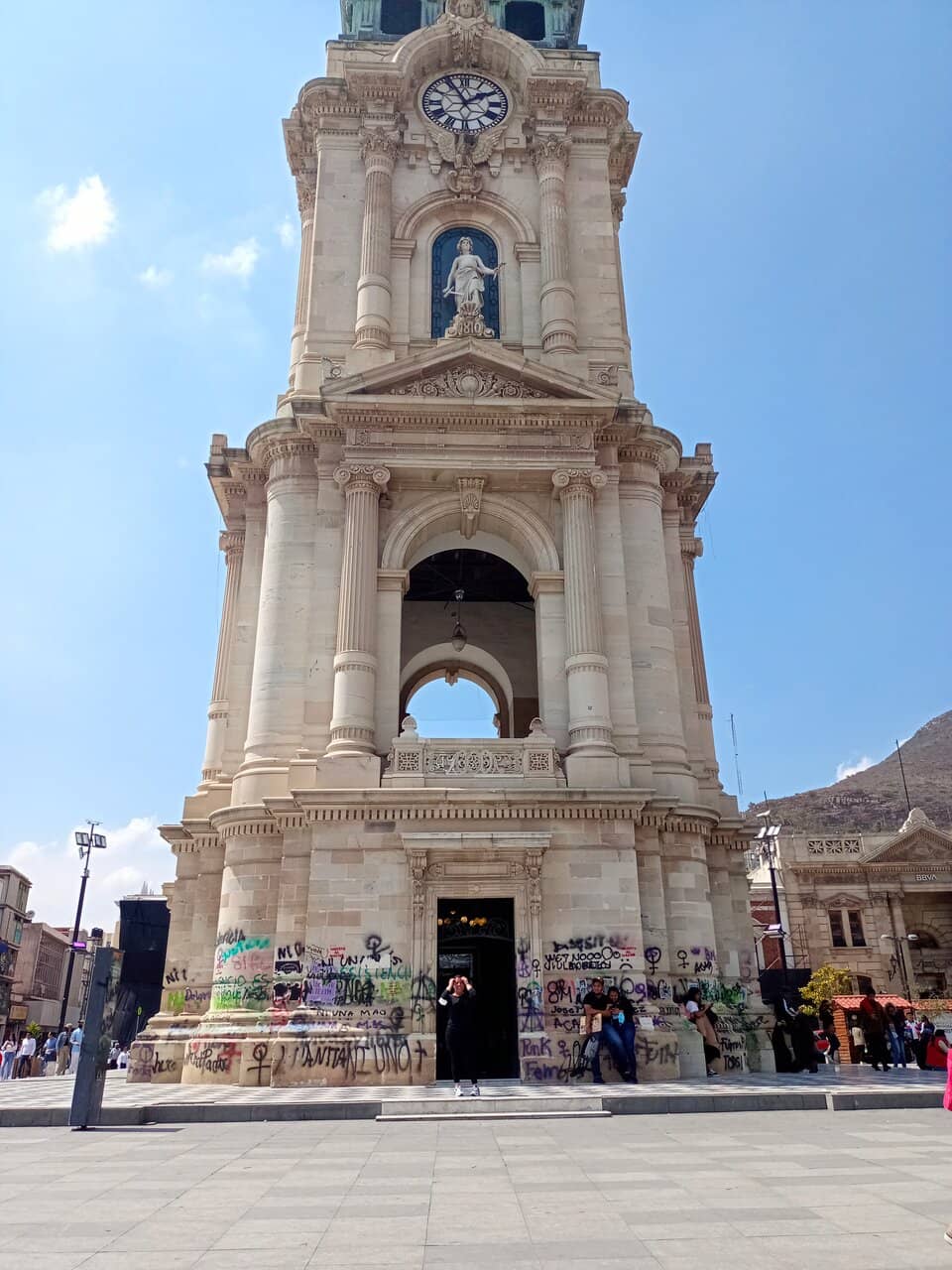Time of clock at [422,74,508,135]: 1:56
